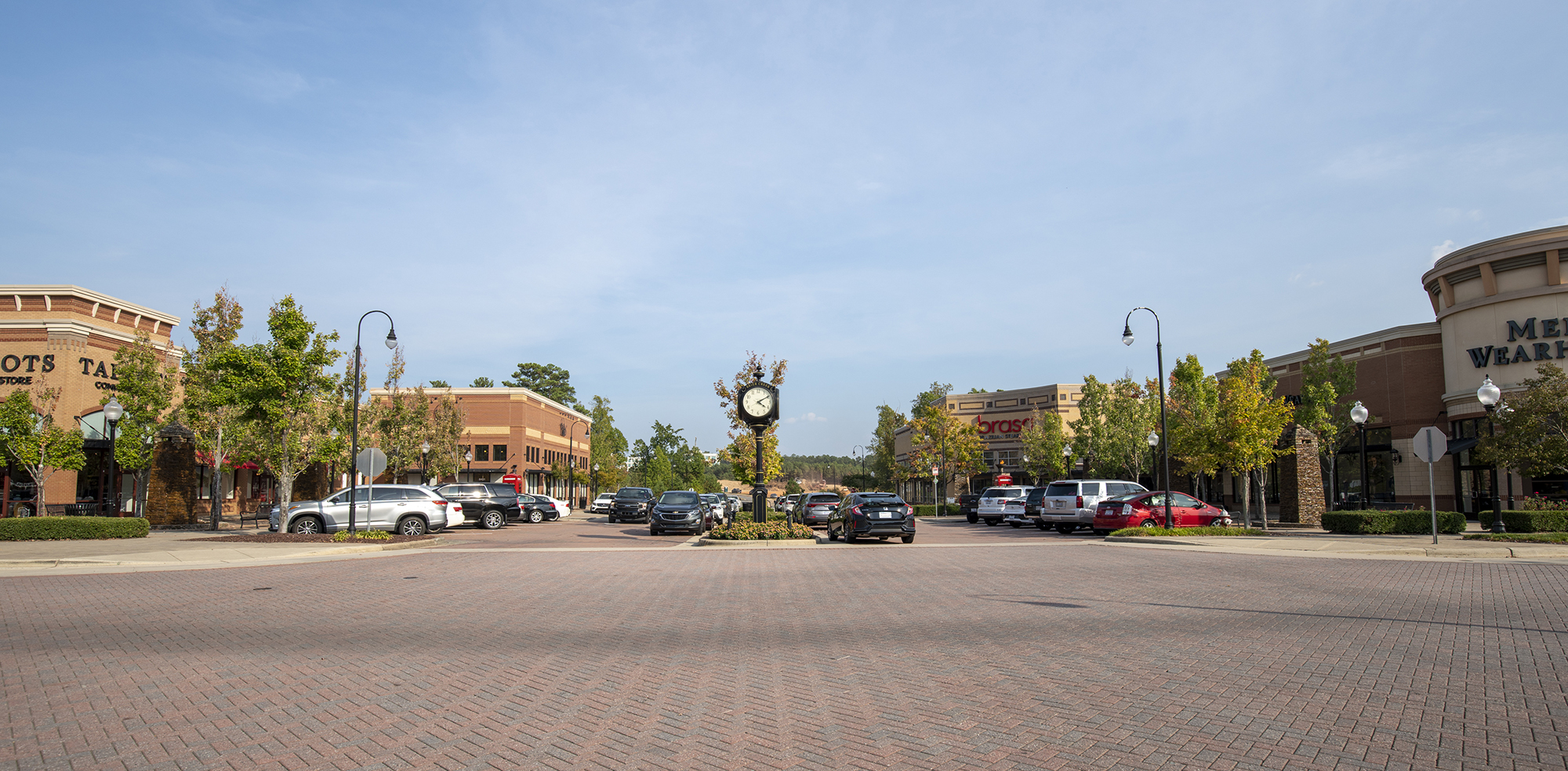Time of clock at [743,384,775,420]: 4:09
